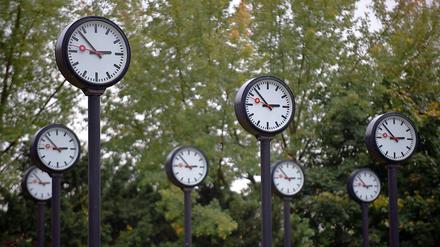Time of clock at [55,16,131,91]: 2:53
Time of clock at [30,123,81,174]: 2:52
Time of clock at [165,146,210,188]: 2:52
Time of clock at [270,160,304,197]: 2:52
